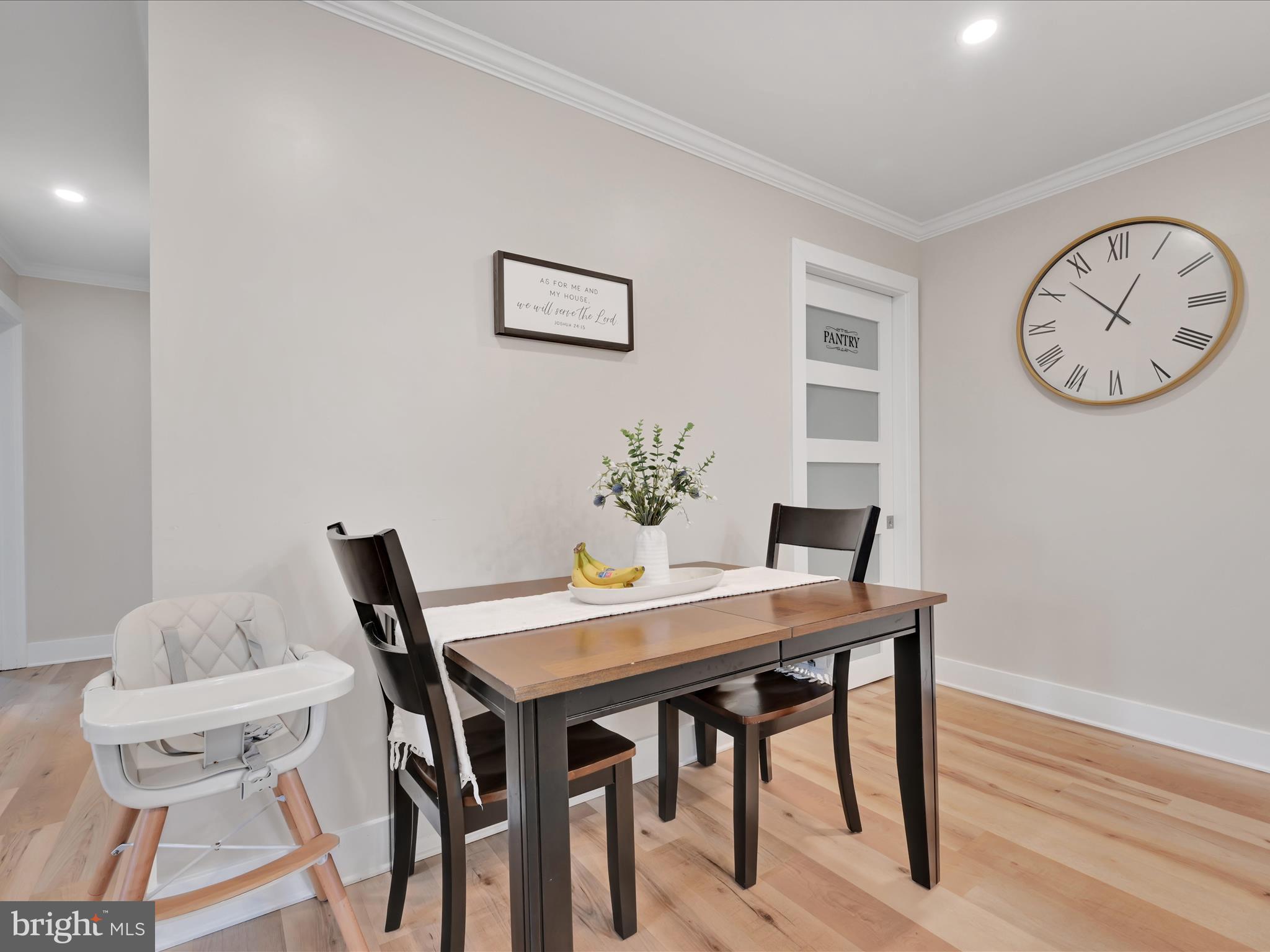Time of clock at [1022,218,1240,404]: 12:52
